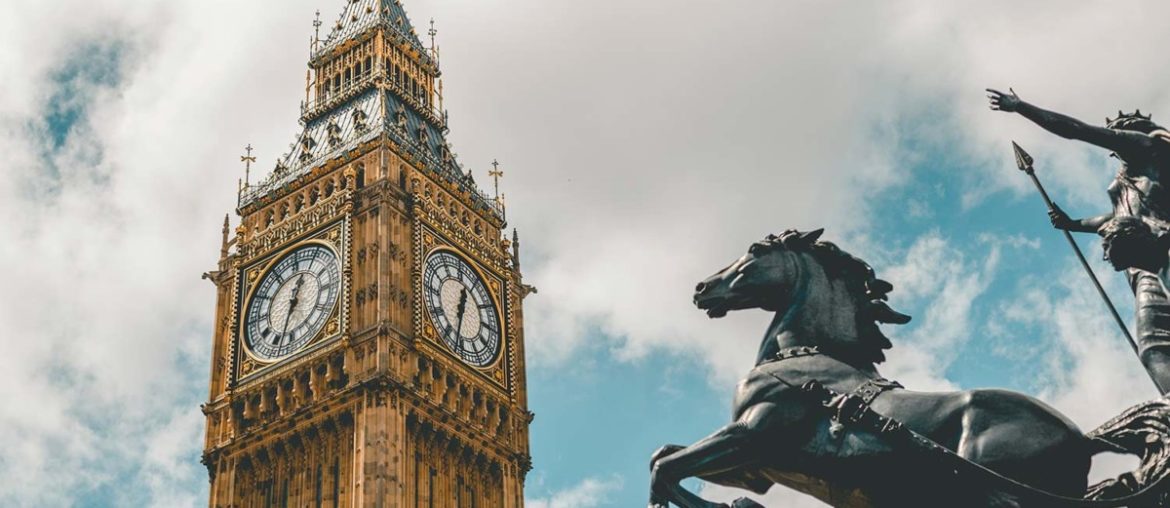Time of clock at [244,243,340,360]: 12:32
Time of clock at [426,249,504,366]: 12:32
